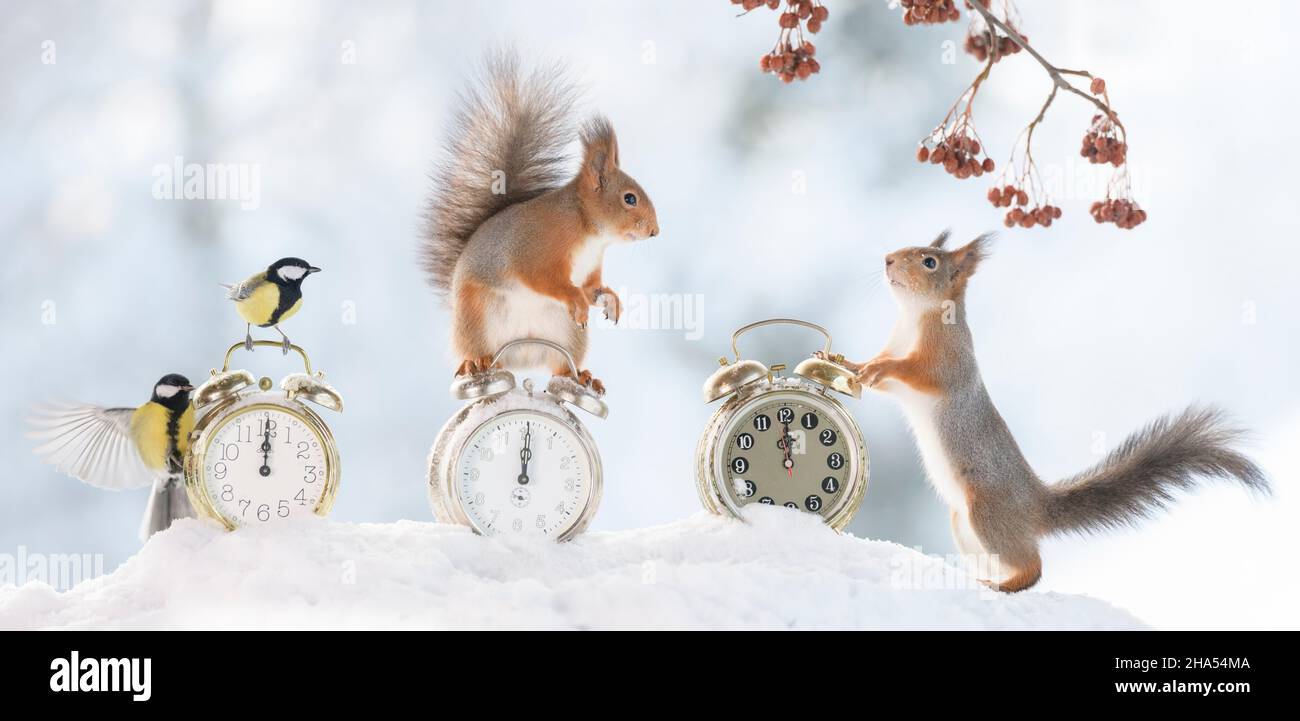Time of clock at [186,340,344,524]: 12:00
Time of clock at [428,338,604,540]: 12:00
